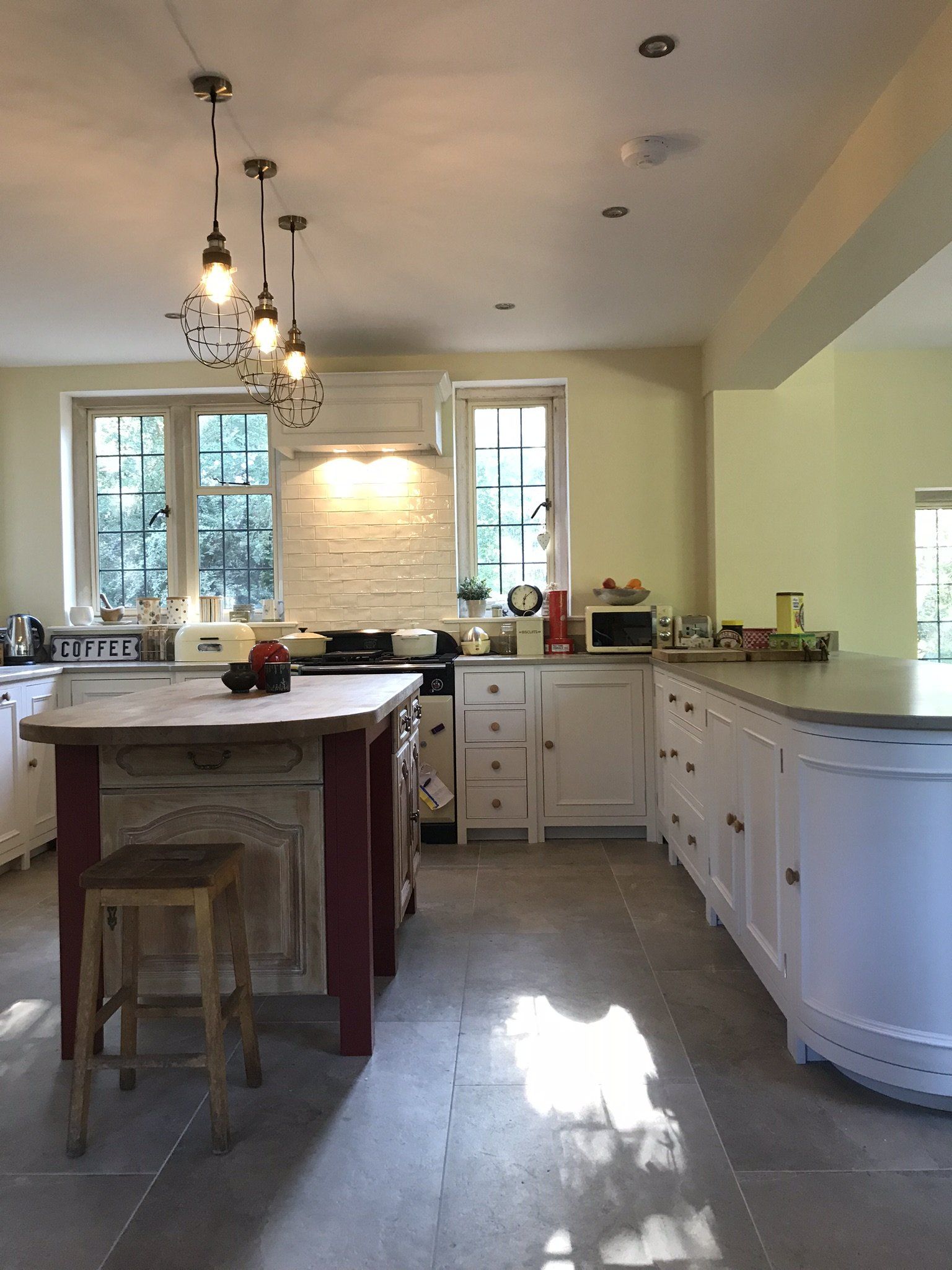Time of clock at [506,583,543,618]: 6:07
